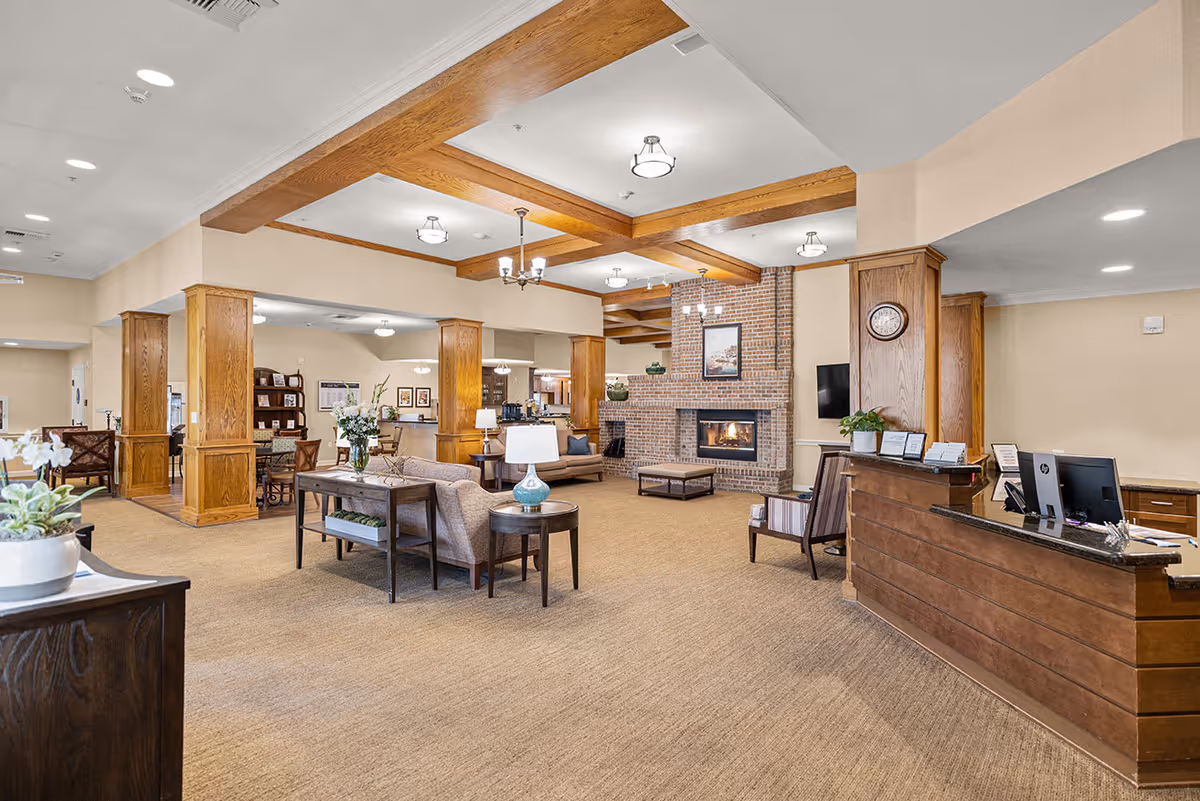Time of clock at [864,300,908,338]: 2:11
